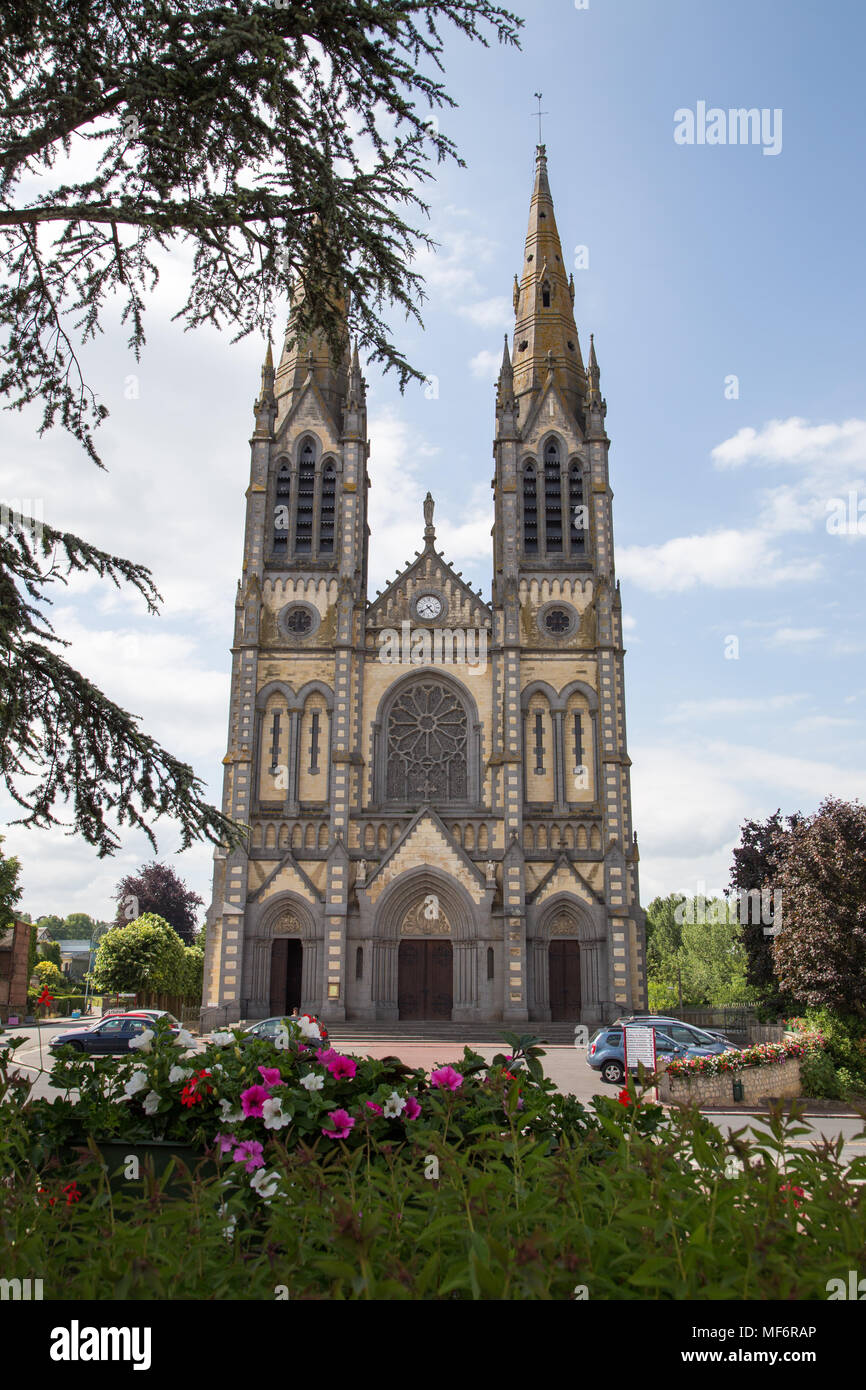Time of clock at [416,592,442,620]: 4:39
